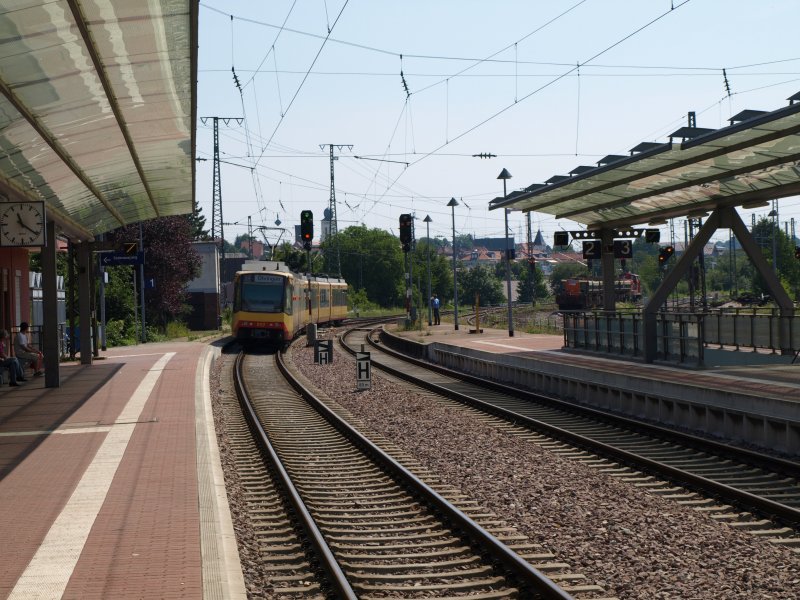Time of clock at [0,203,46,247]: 11:21
